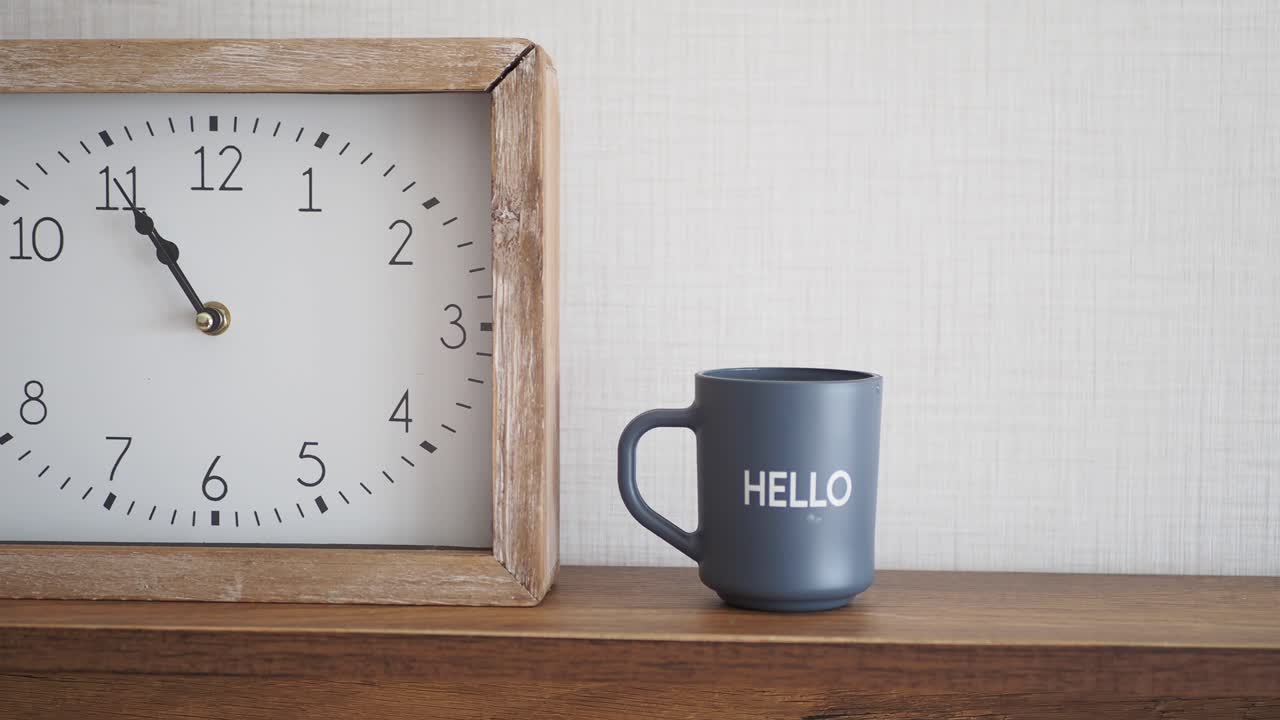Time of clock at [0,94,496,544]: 10:54
